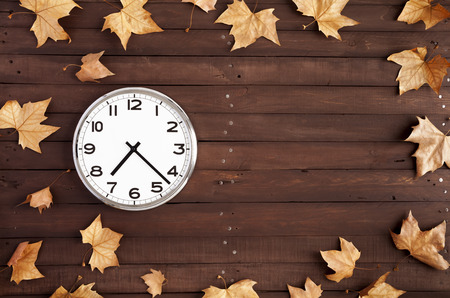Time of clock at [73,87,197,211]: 7:22
